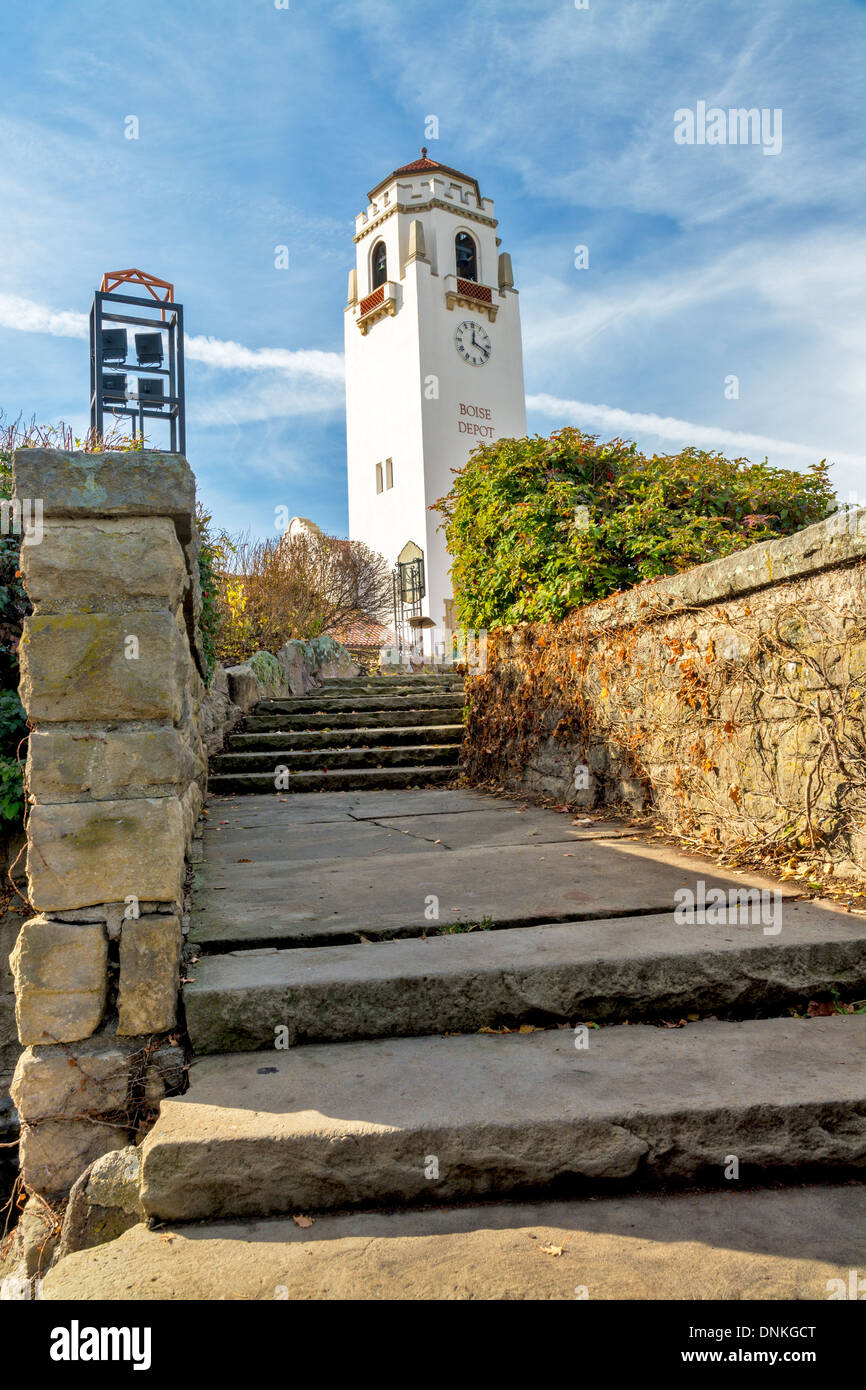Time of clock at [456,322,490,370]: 12:18
